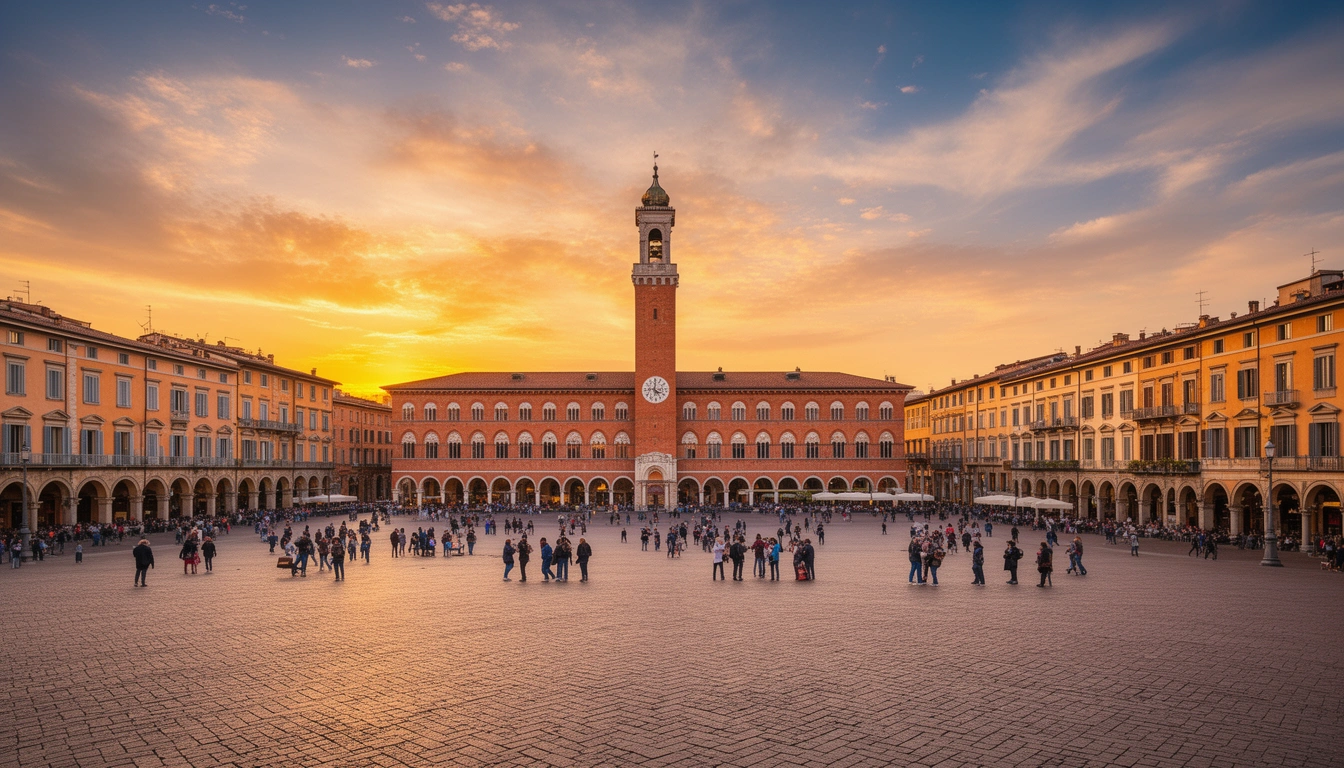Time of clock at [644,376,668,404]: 4:00
